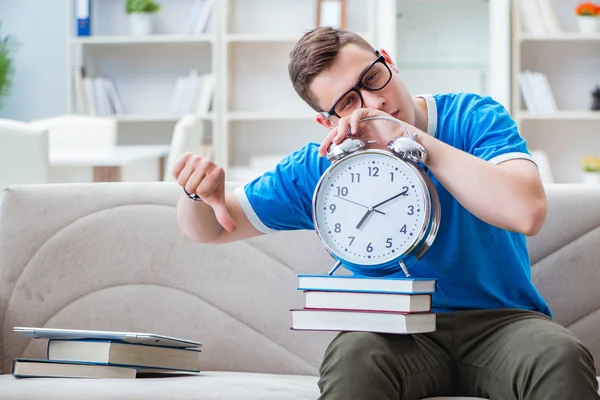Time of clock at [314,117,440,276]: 7:10
